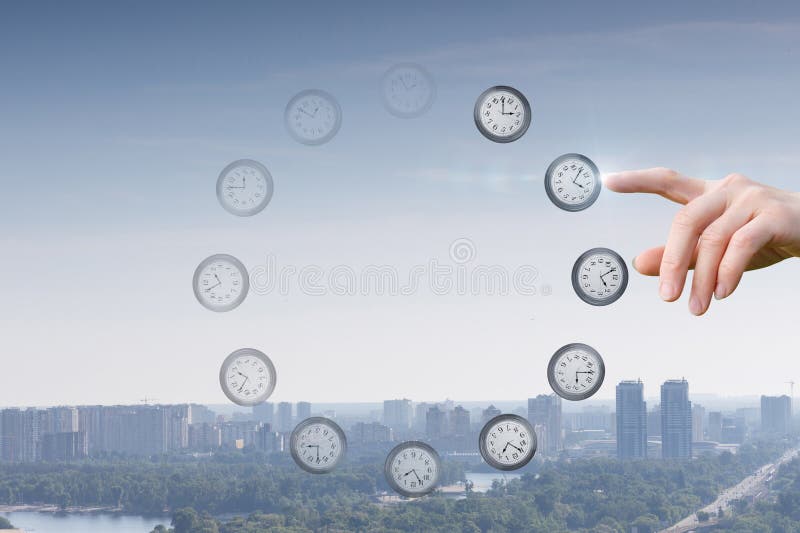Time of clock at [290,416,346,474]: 8:29
